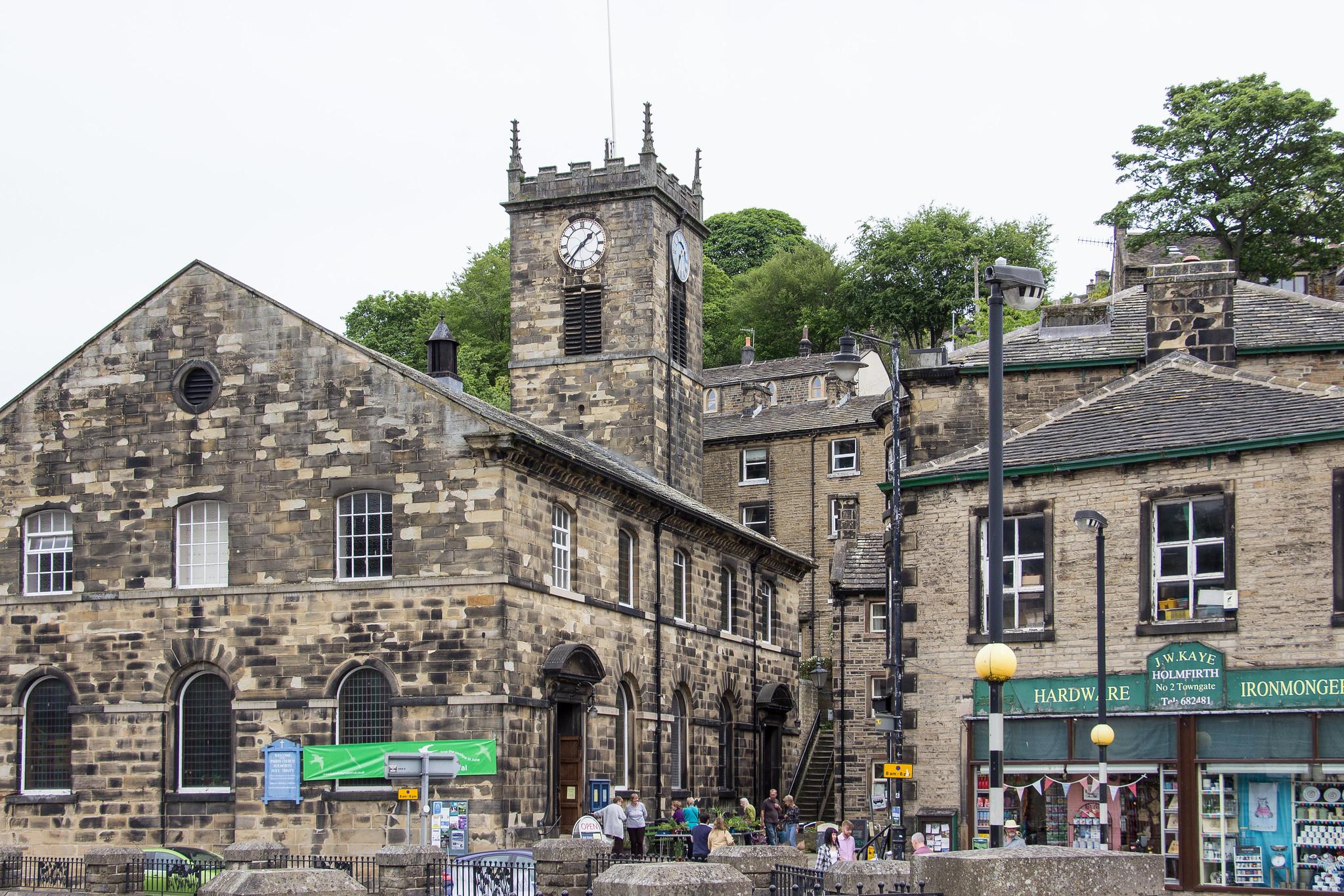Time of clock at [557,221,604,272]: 1:36
